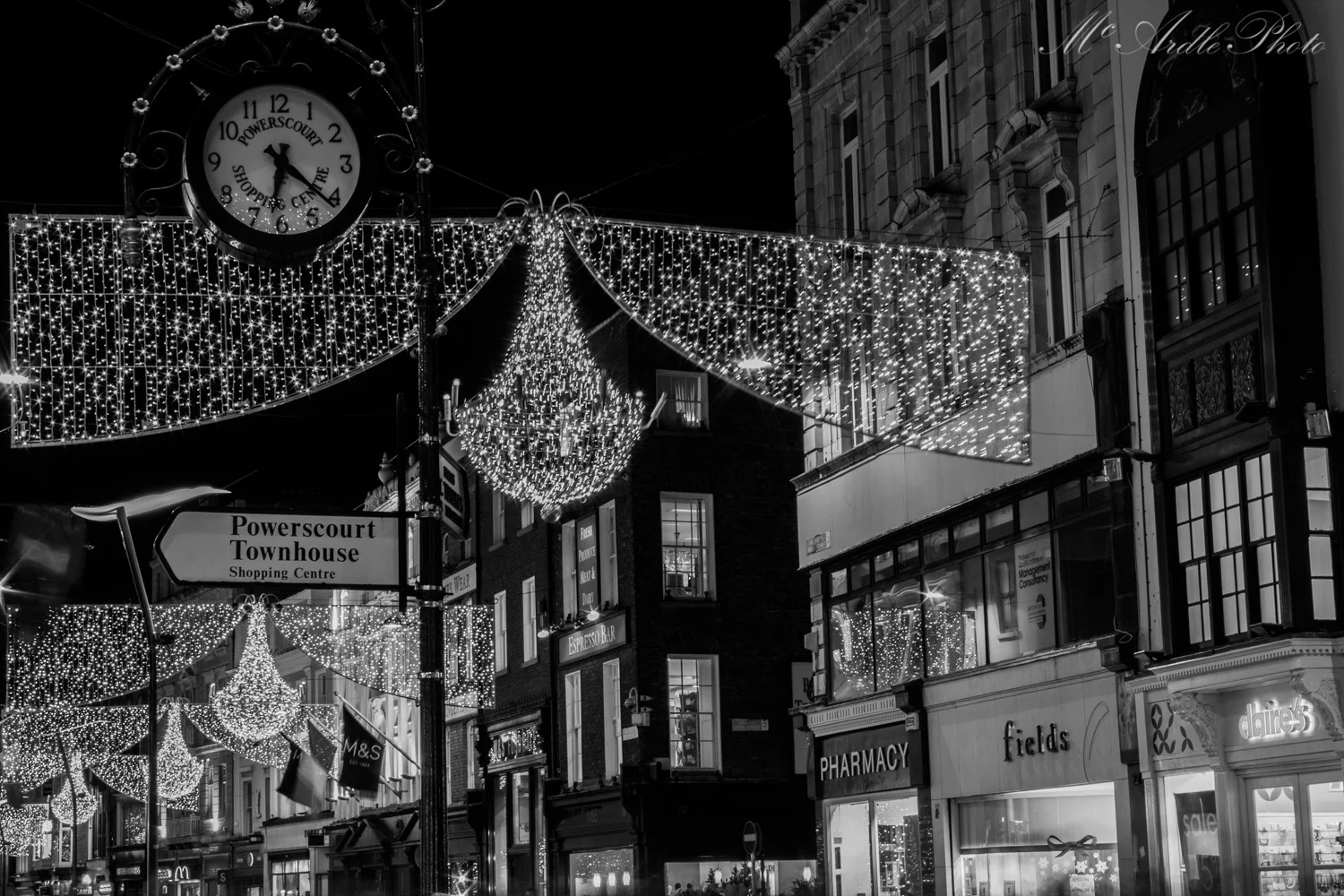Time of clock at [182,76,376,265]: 6:21
